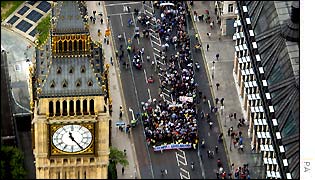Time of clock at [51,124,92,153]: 11:24
